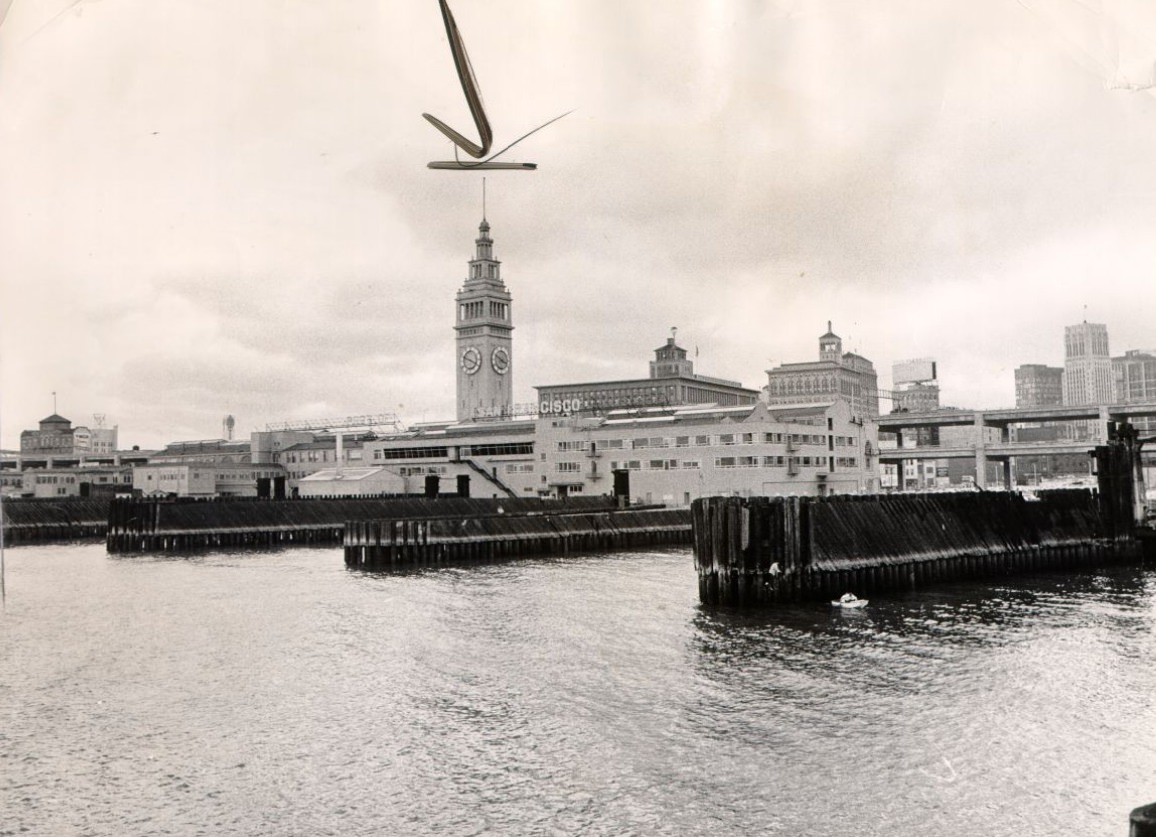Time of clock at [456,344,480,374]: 3:48
